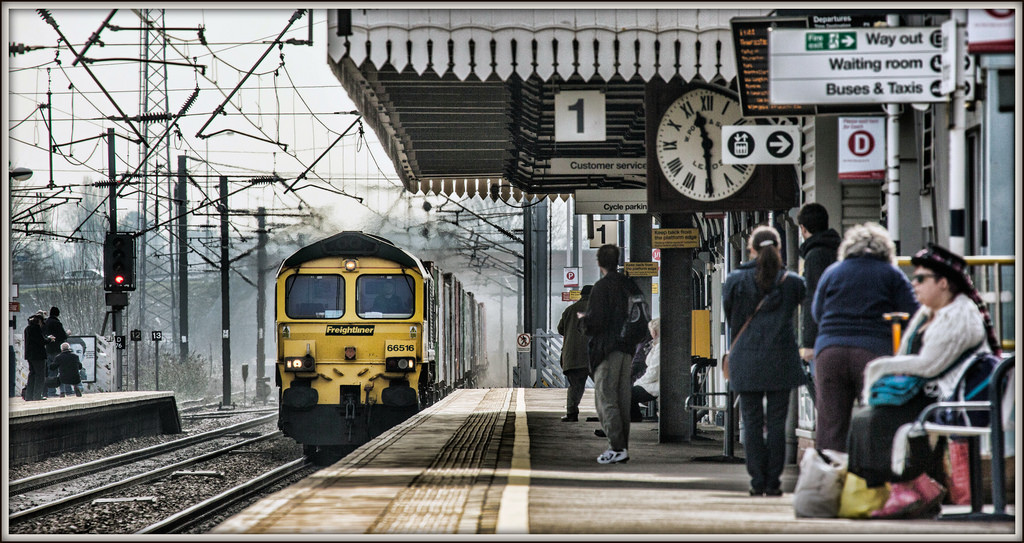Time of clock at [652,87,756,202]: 11:29
